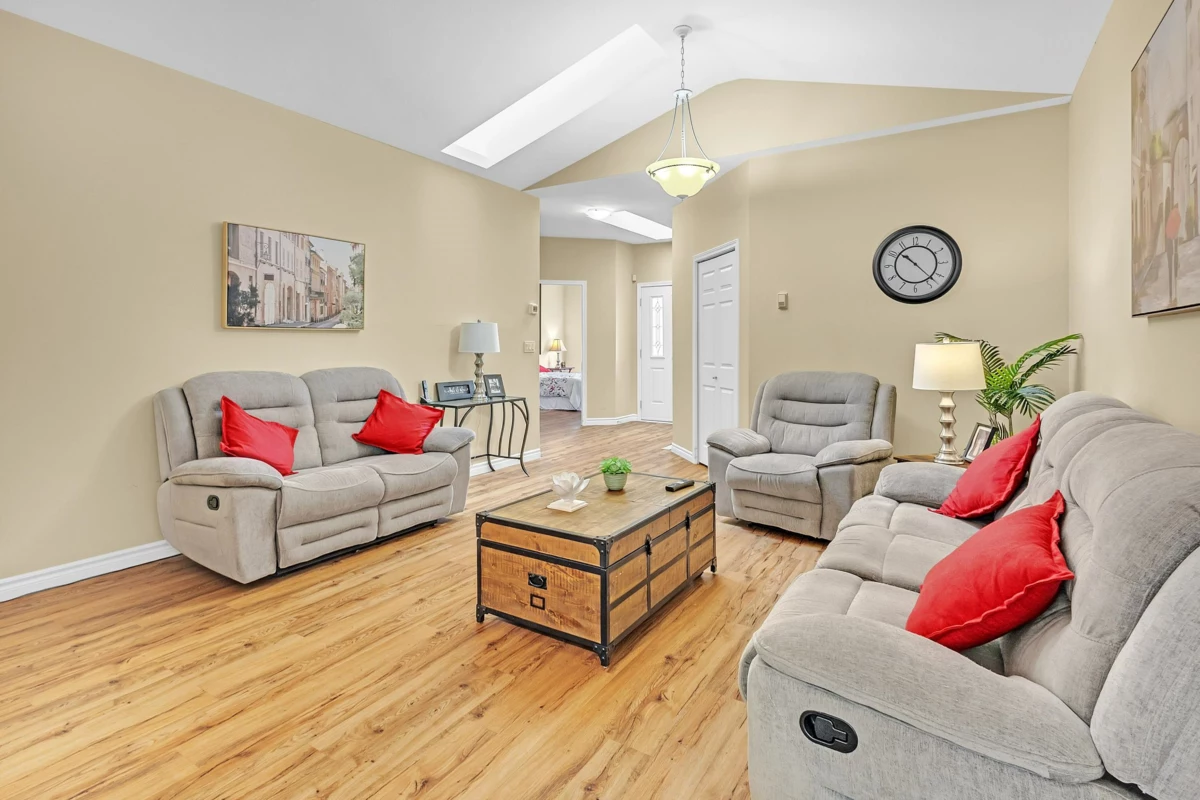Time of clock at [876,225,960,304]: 10:22
